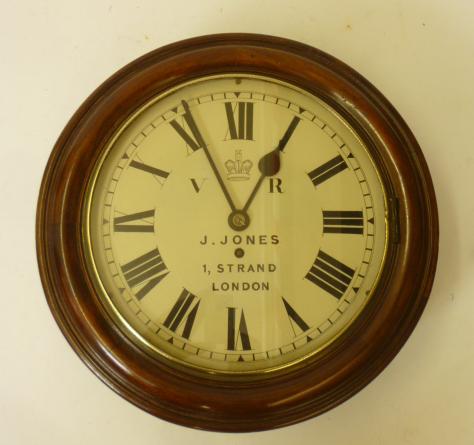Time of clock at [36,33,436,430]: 12:55
